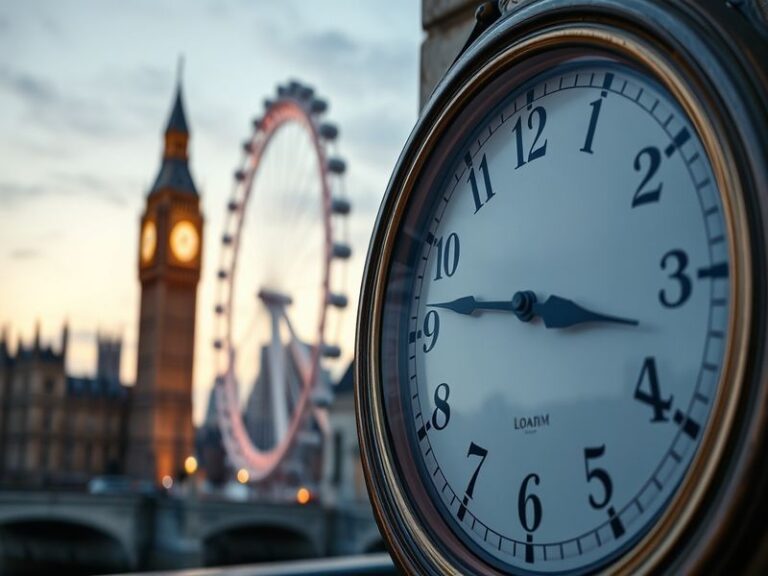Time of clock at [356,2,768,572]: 9:17
